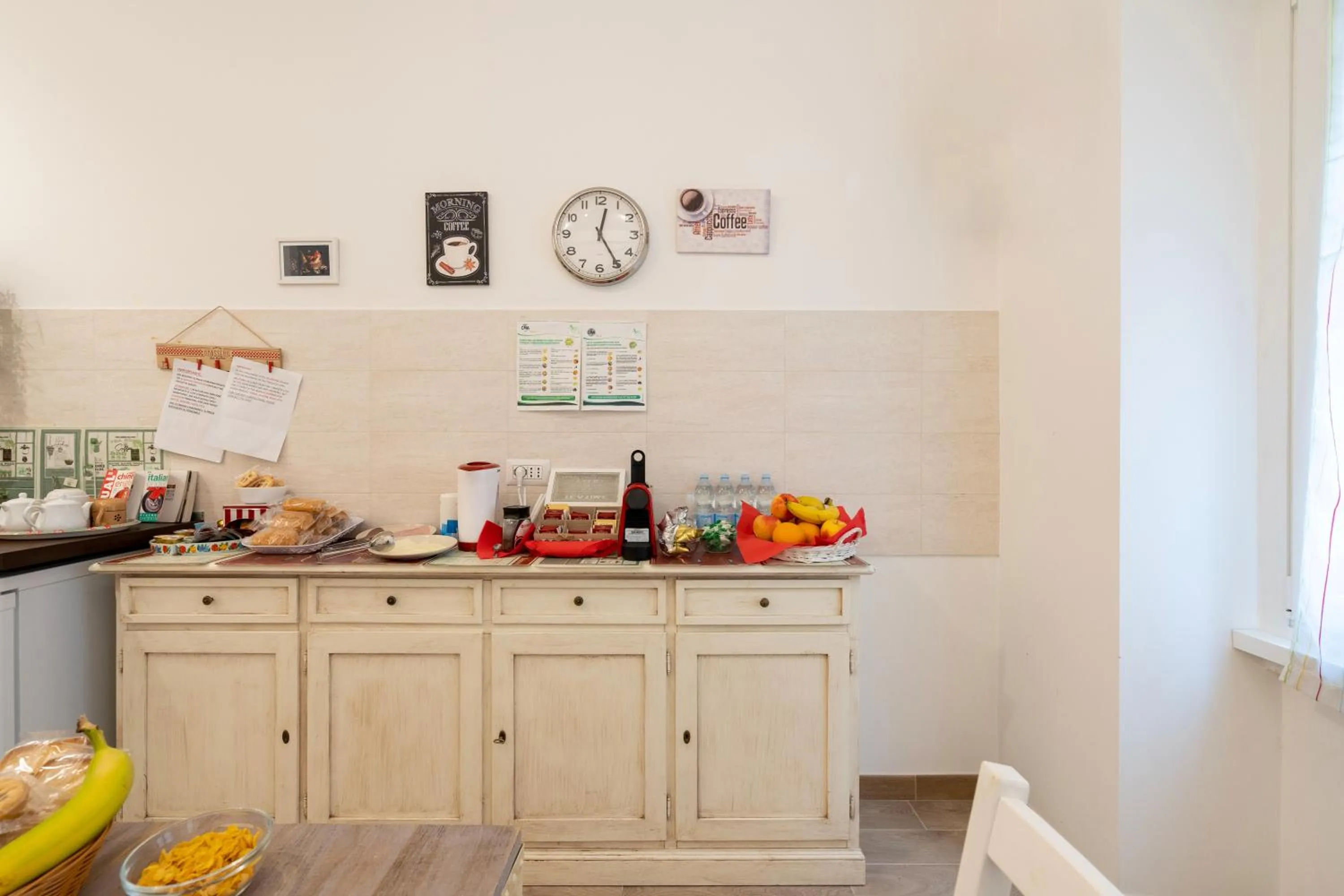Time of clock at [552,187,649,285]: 12:24
